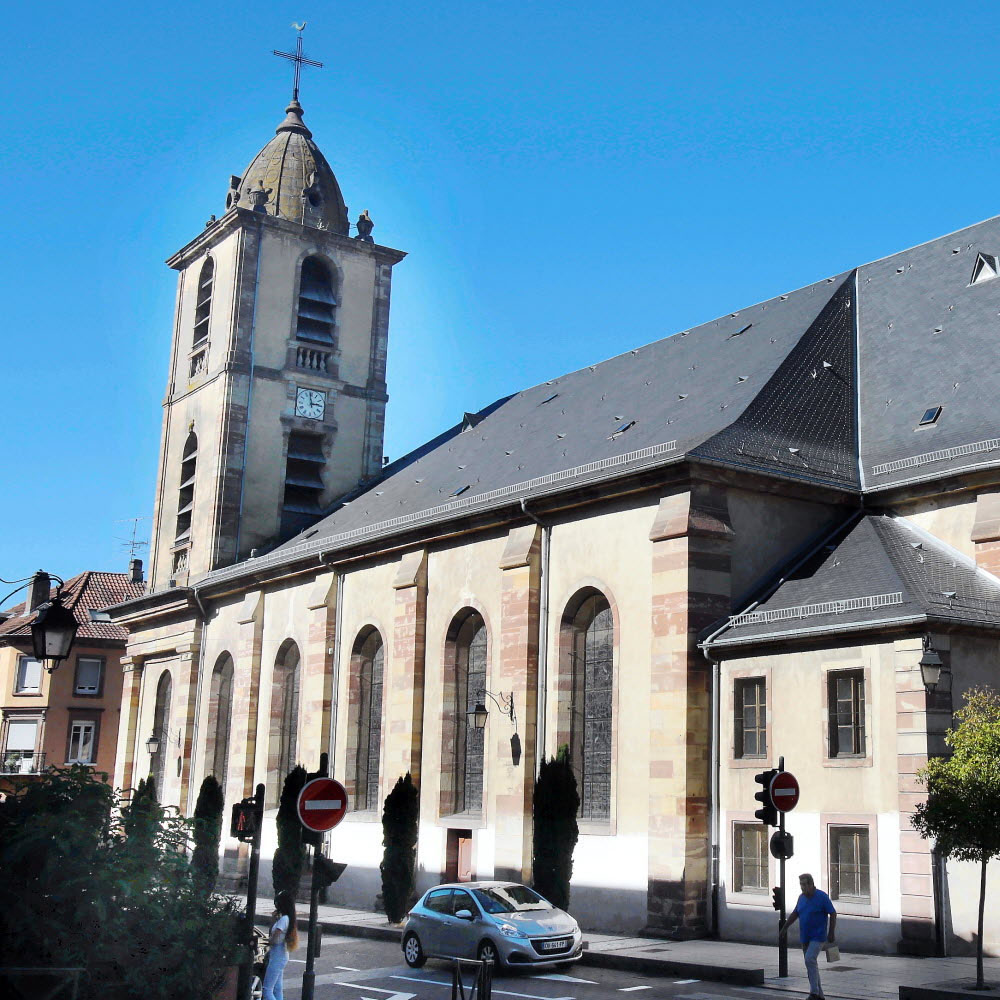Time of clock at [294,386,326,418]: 2:58
